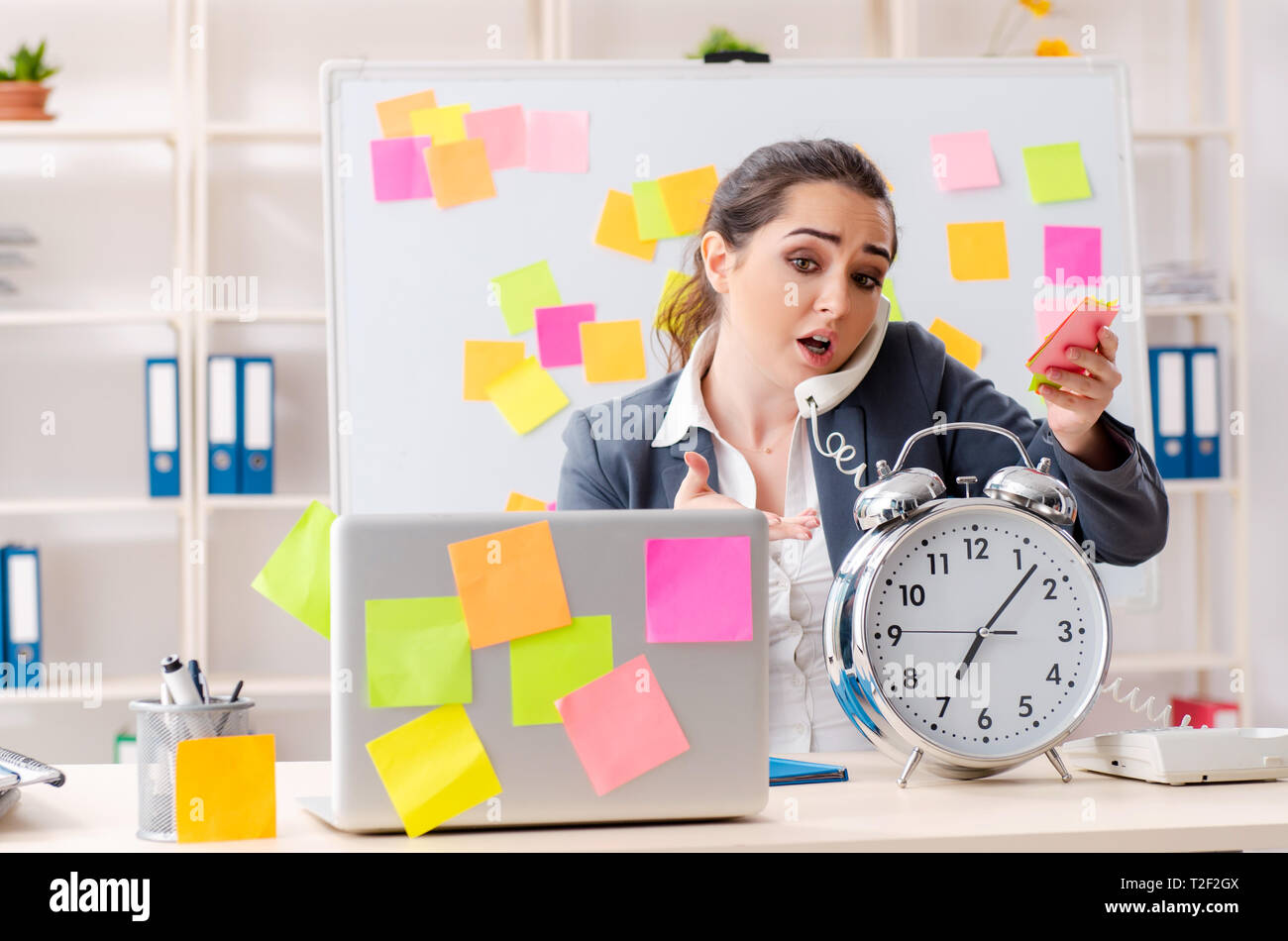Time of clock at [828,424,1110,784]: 7:07
